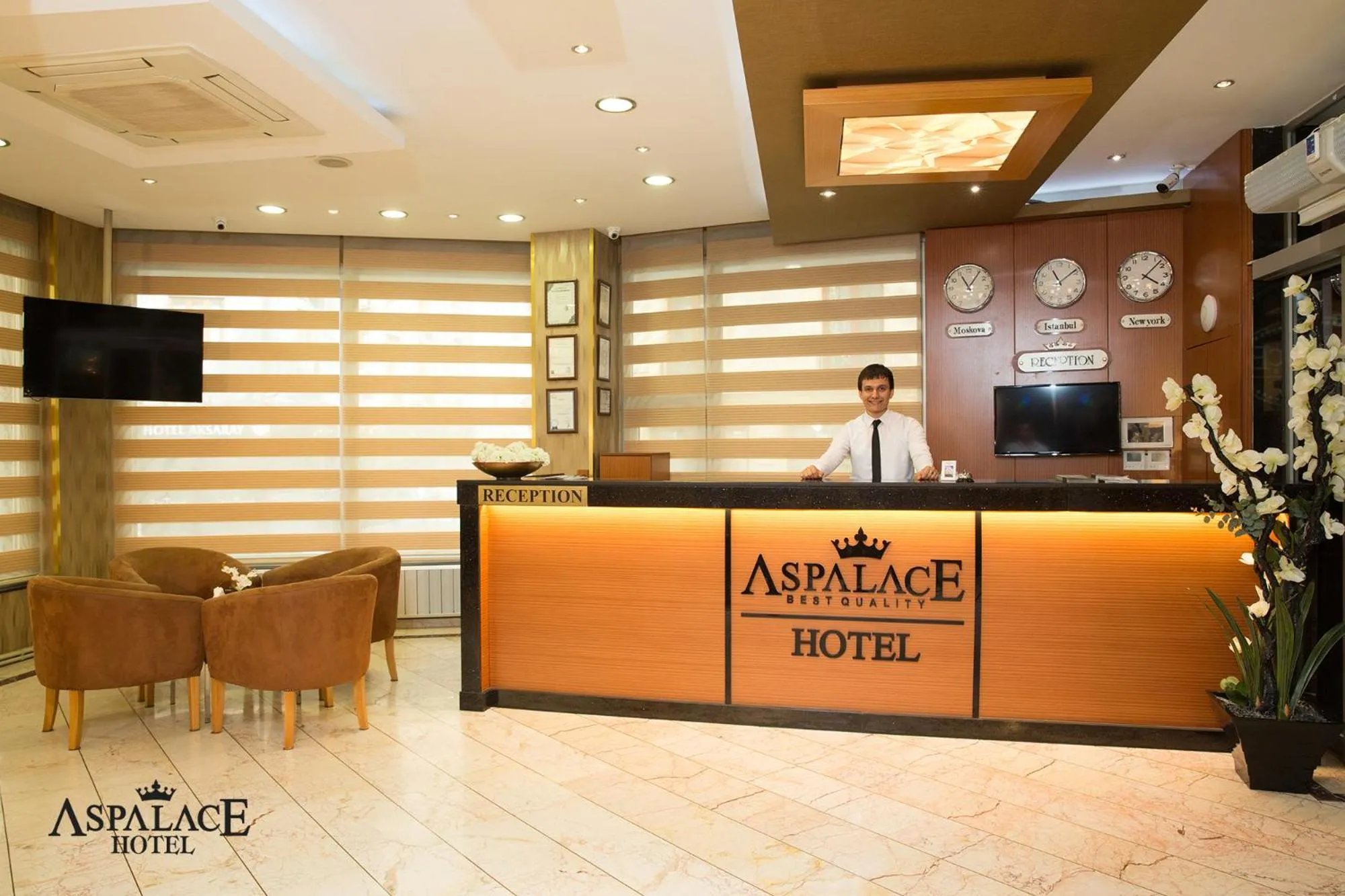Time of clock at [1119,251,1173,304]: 4:07
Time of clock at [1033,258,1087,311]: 11:08
